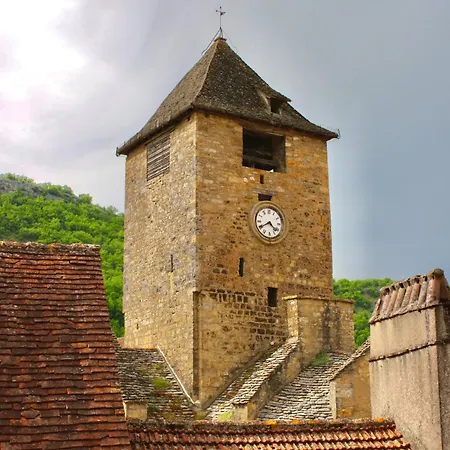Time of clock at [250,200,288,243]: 4:40
